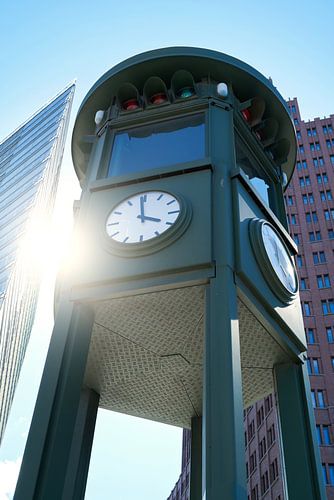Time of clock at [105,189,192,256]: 3:58
